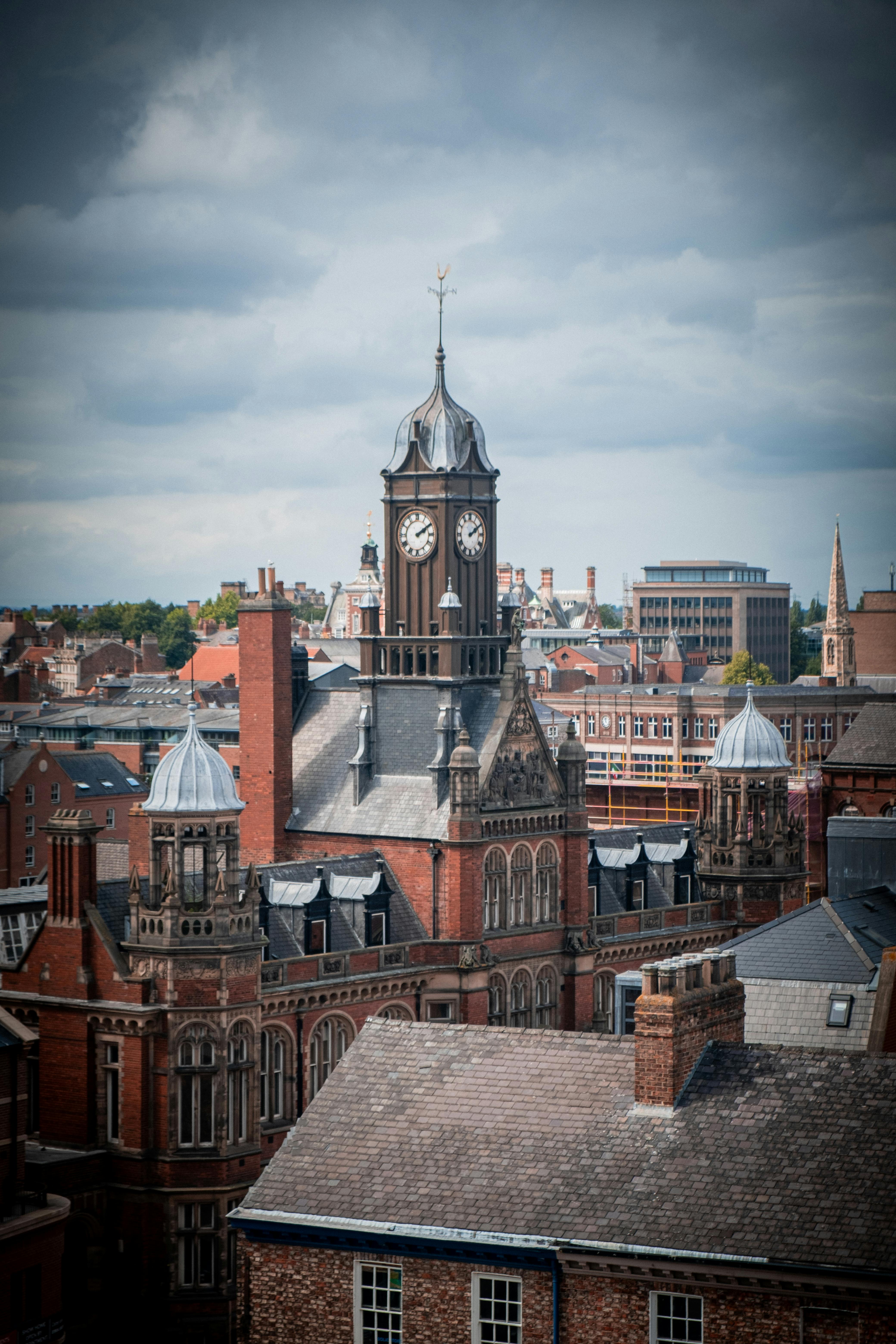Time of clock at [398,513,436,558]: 2:09
